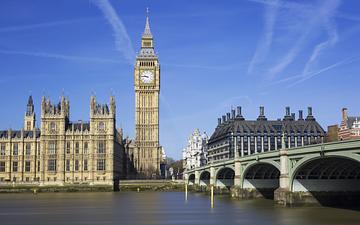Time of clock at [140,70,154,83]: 9:45
